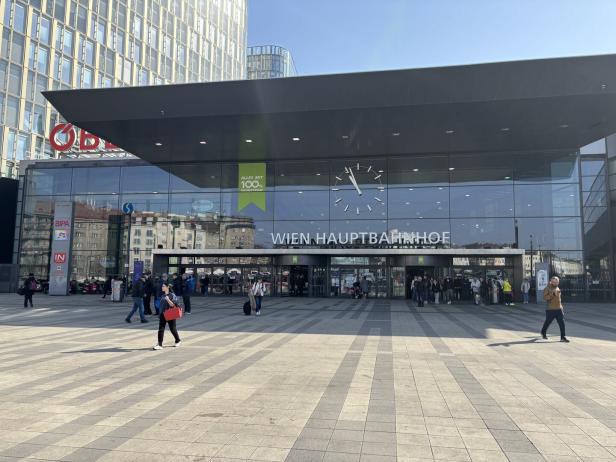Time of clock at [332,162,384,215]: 10:56
